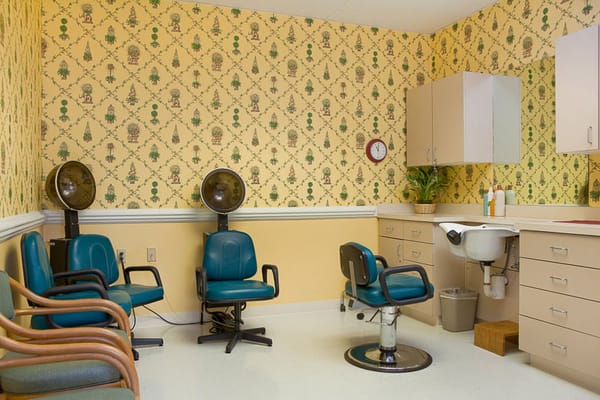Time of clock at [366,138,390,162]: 11:01
